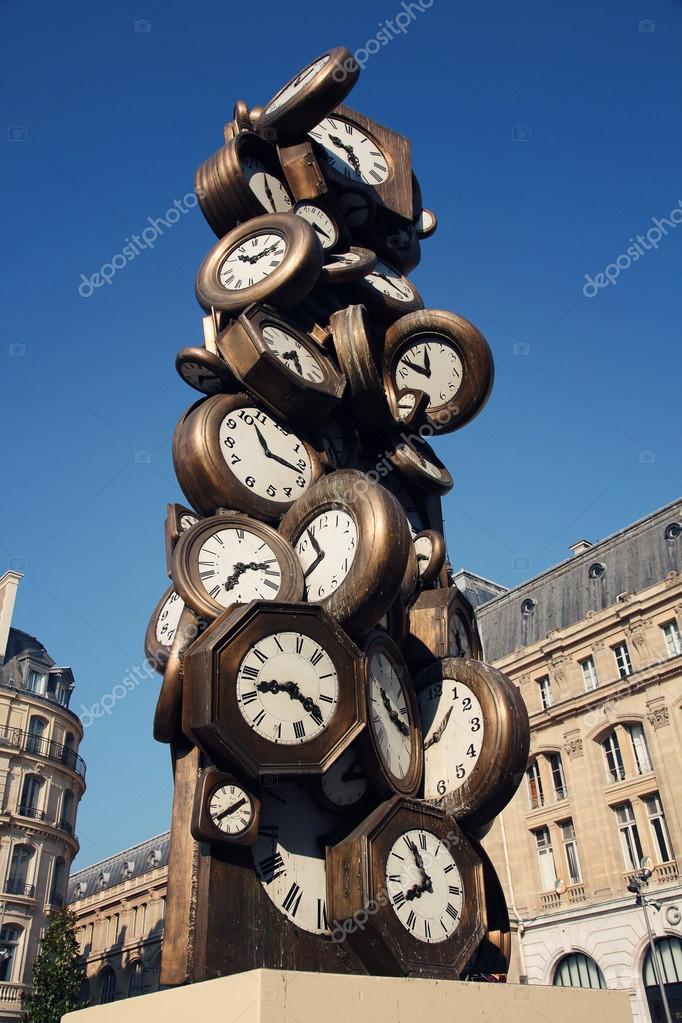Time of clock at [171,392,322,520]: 11:17
